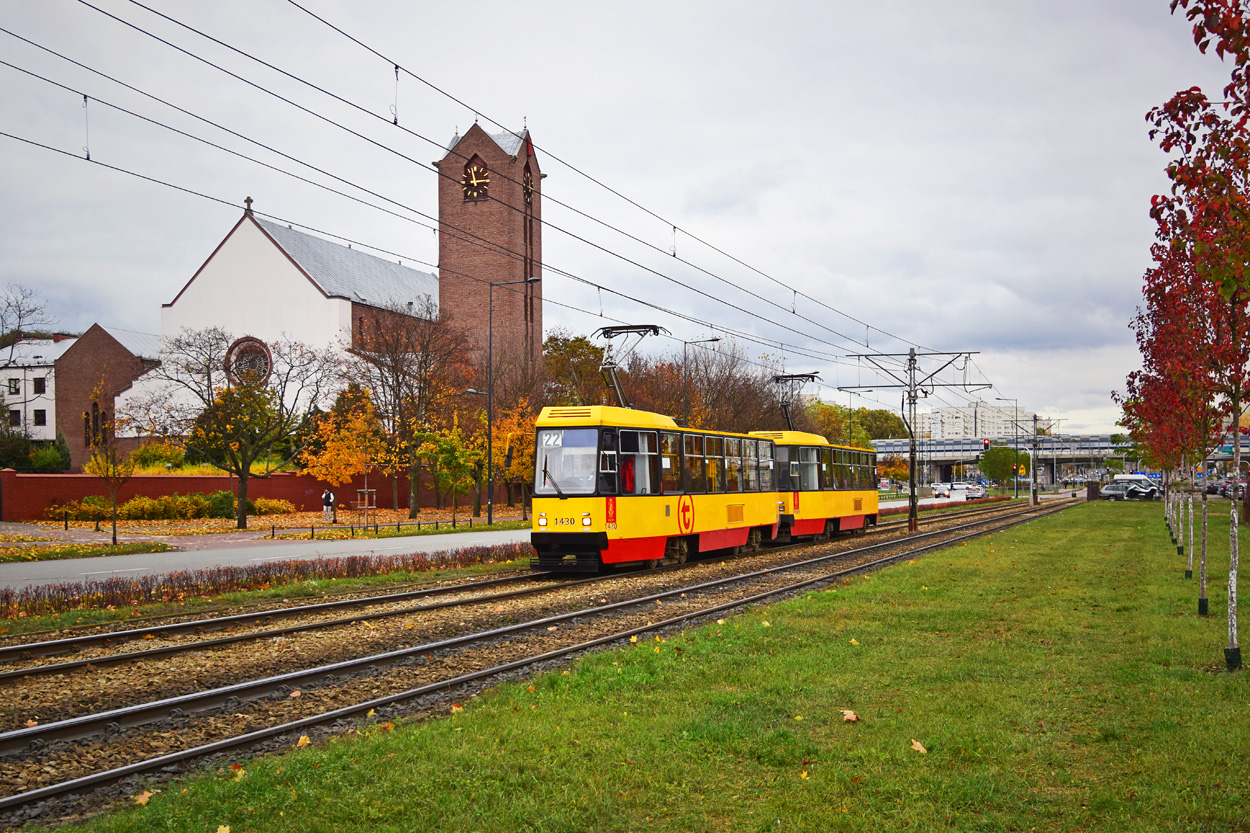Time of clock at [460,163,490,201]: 2:58
